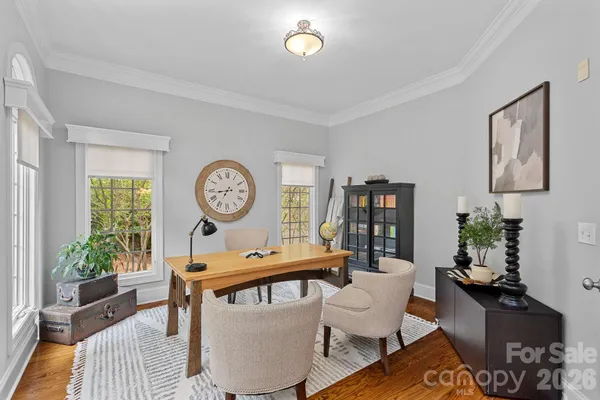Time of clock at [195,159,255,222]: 6:43
